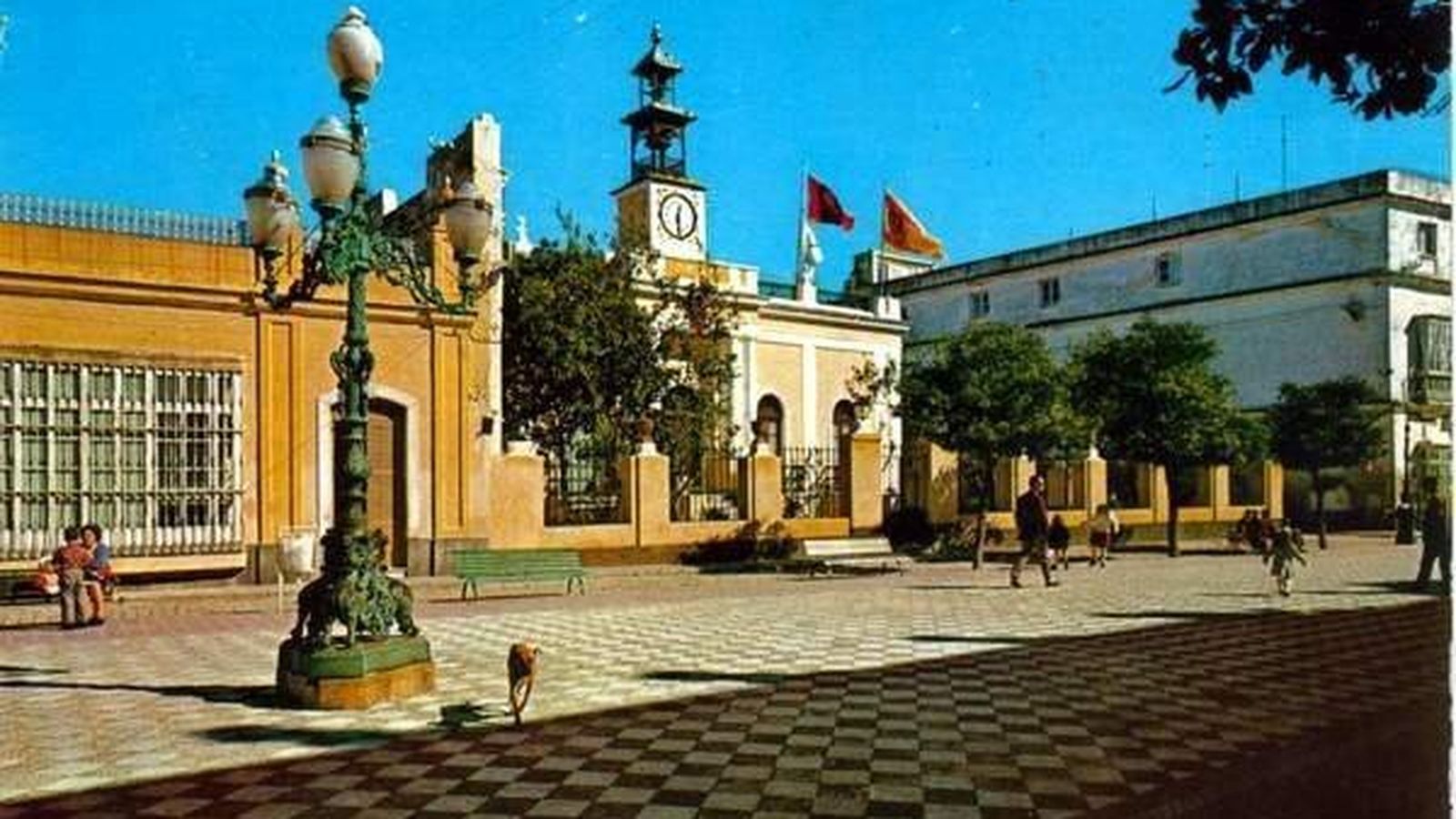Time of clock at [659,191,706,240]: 12:28
